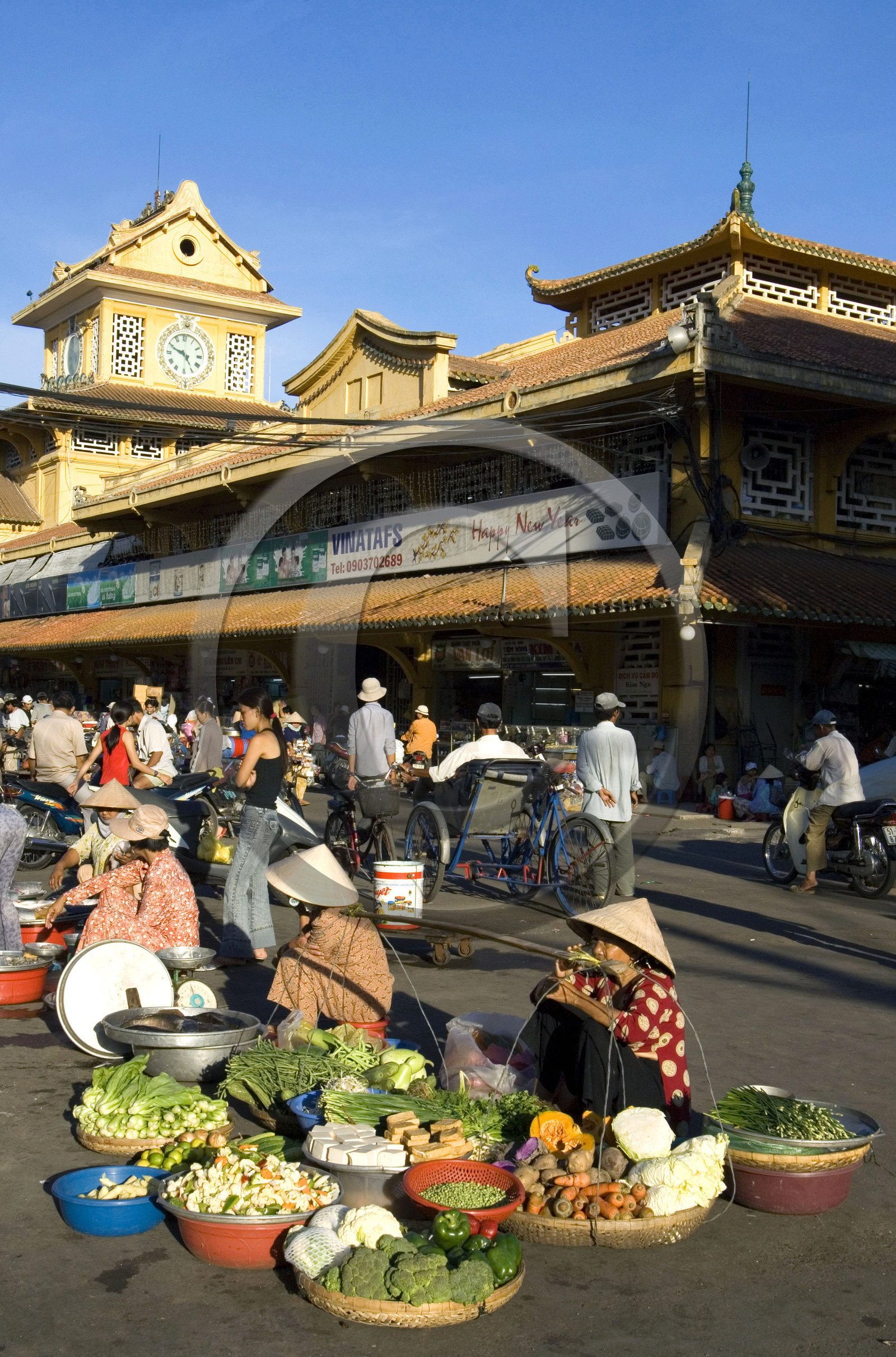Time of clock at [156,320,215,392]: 4:49
